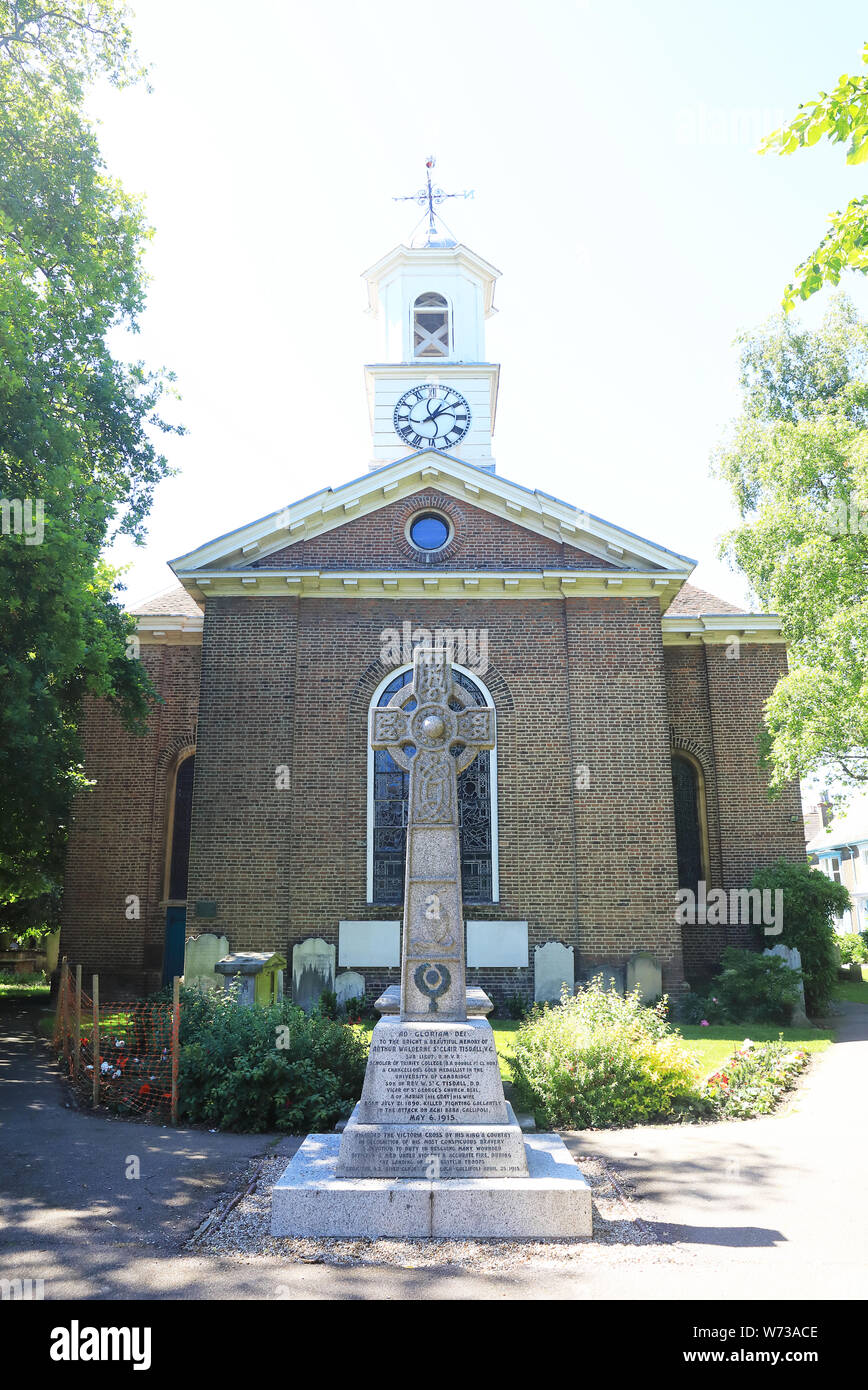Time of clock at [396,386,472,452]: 1:09
